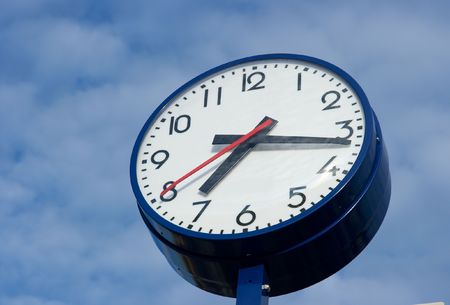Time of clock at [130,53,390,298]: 7:16
